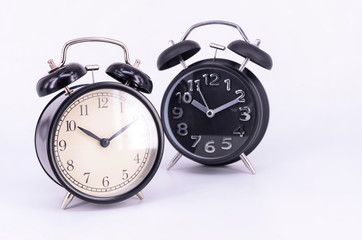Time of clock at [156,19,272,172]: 10:10
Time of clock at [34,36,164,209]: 10:10
